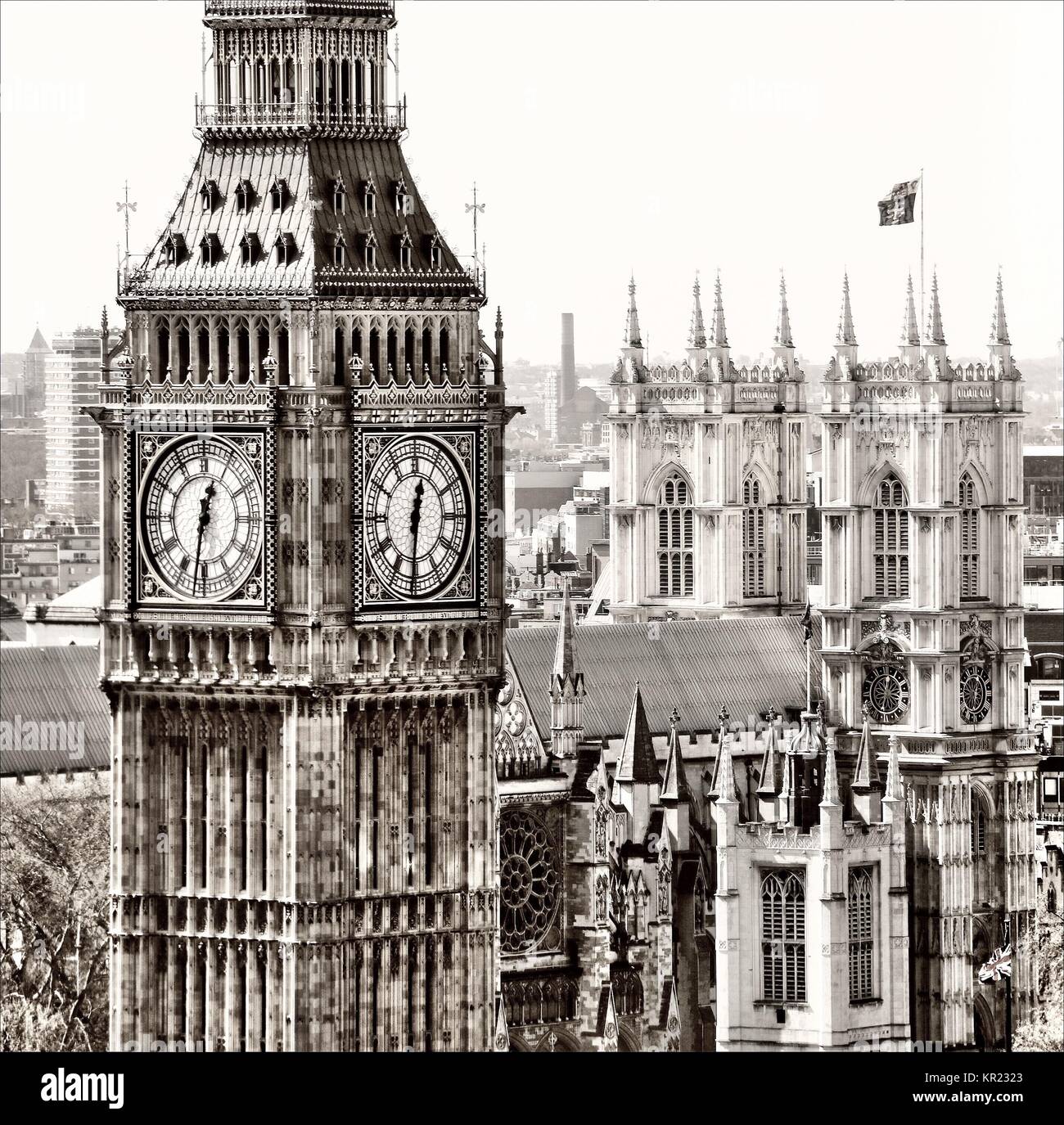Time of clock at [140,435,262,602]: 12:32
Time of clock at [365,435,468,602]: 12:30
